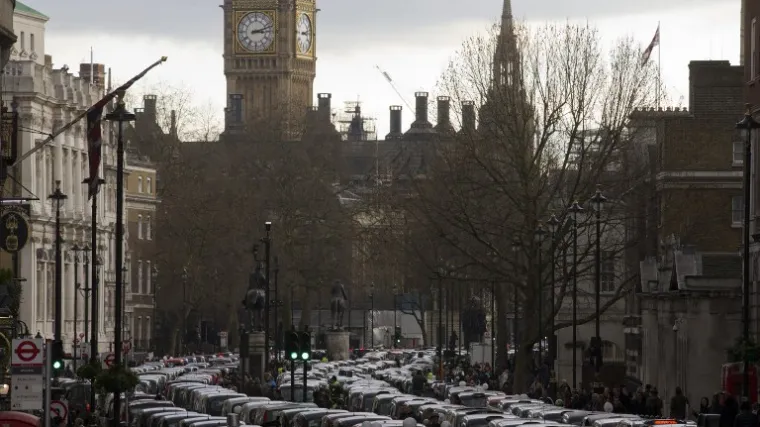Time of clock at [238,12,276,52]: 3:12
